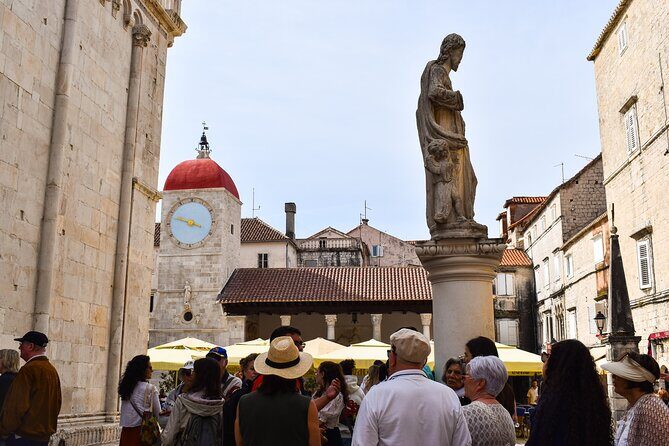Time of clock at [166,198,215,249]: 3:48
